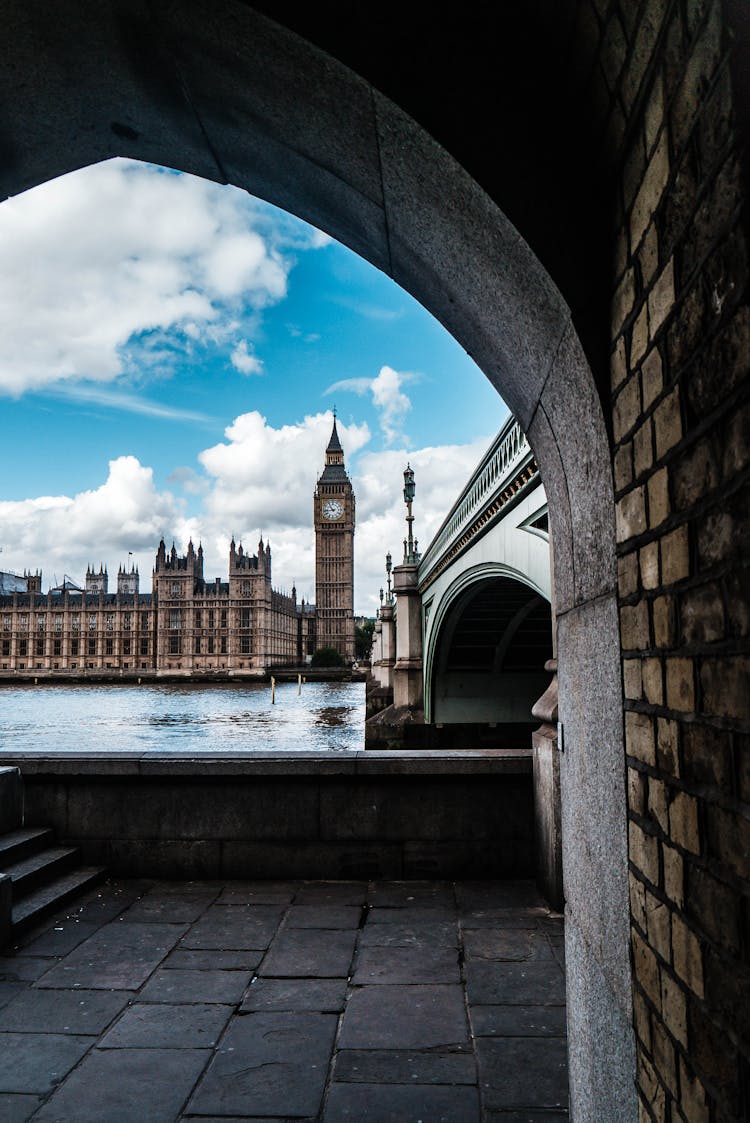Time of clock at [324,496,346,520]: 10:43
